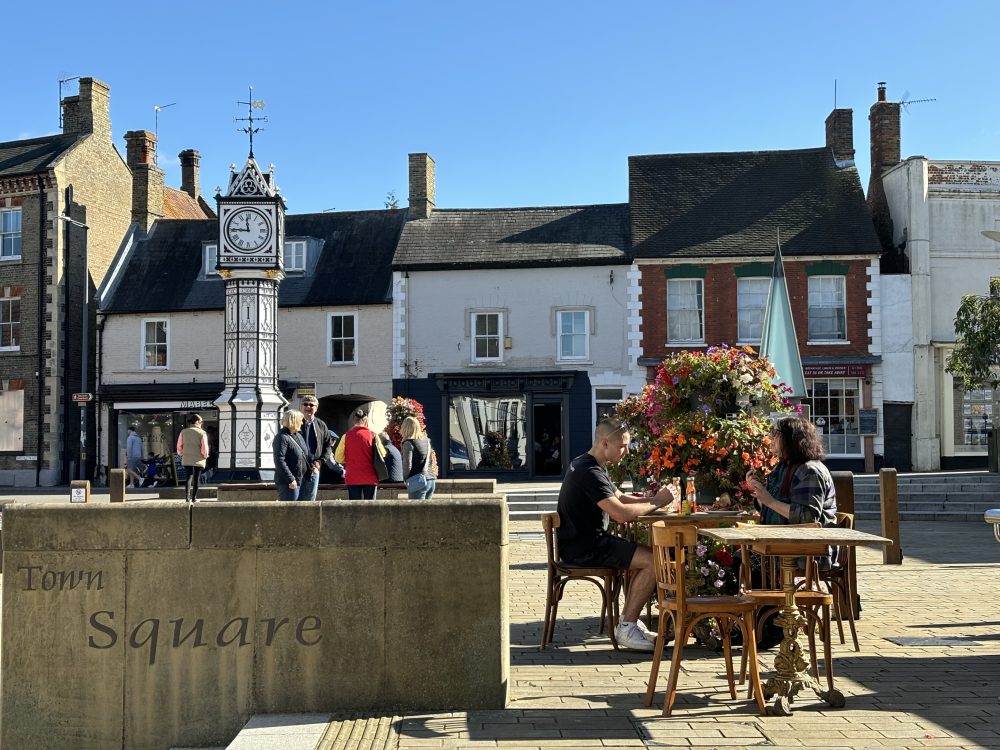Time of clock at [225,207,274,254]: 11:45
